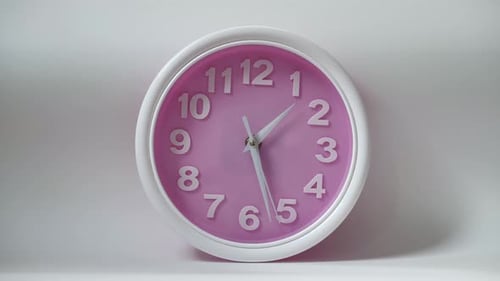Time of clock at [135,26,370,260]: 1:27
